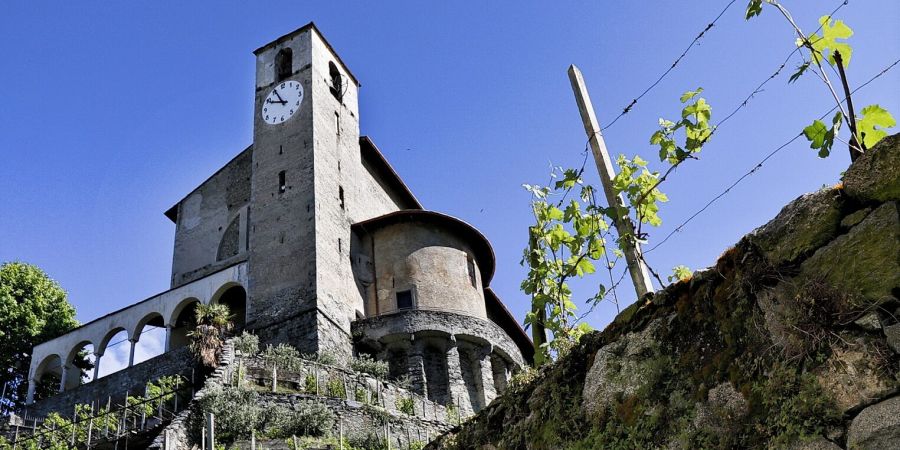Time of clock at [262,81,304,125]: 9:55
